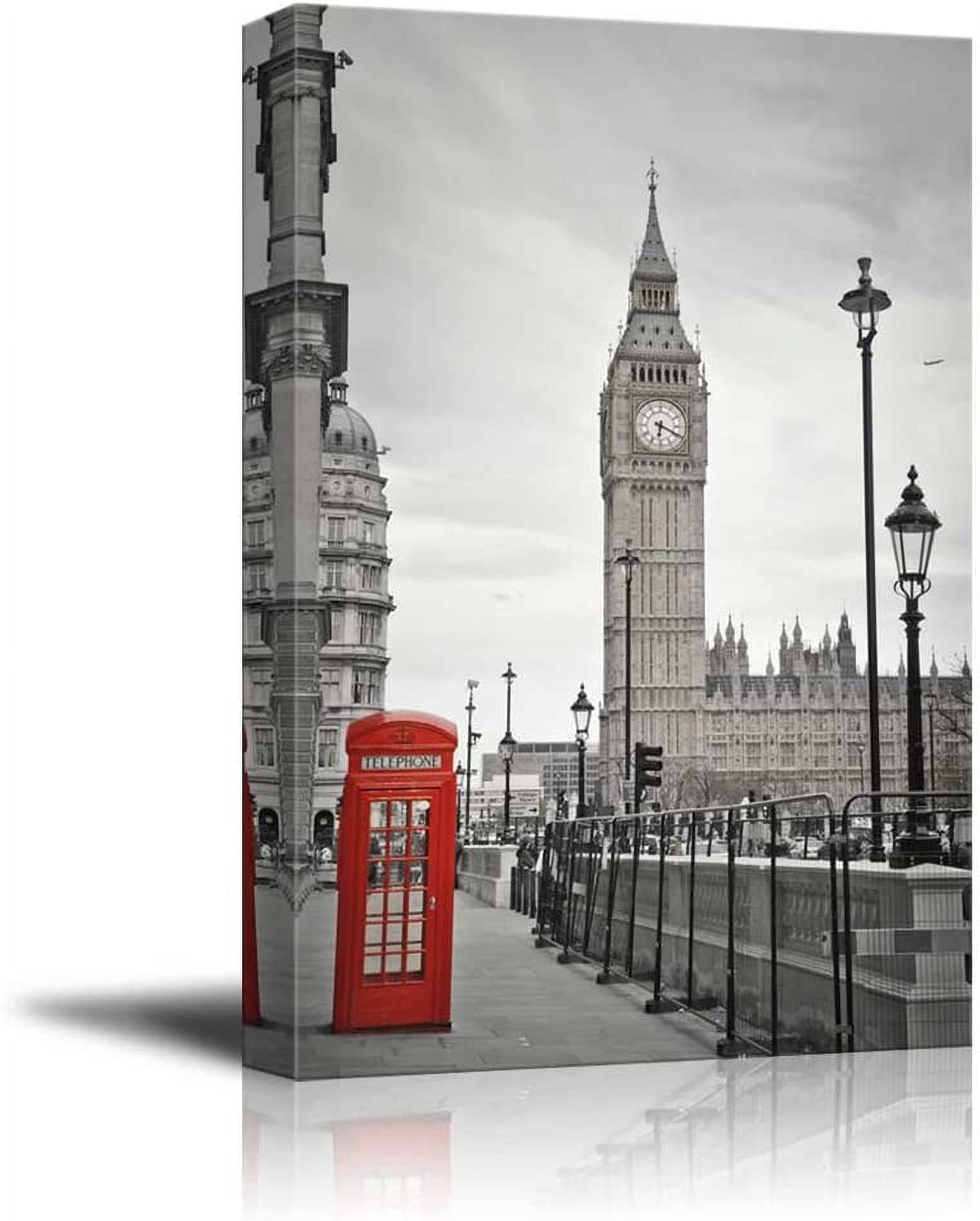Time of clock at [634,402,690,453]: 6:19
